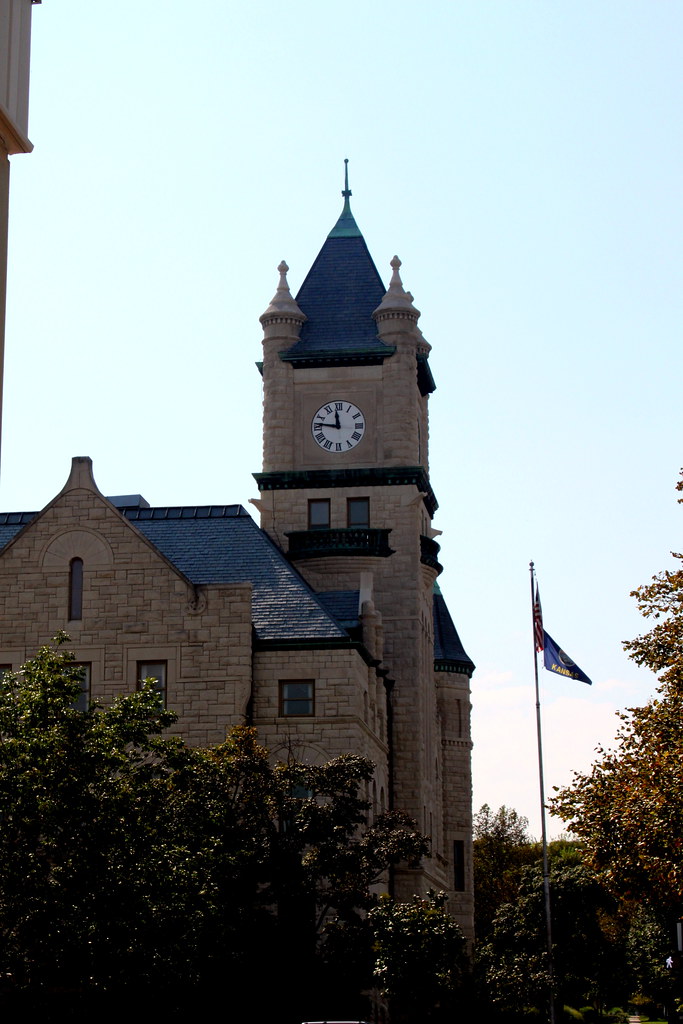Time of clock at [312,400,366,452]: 11:46
